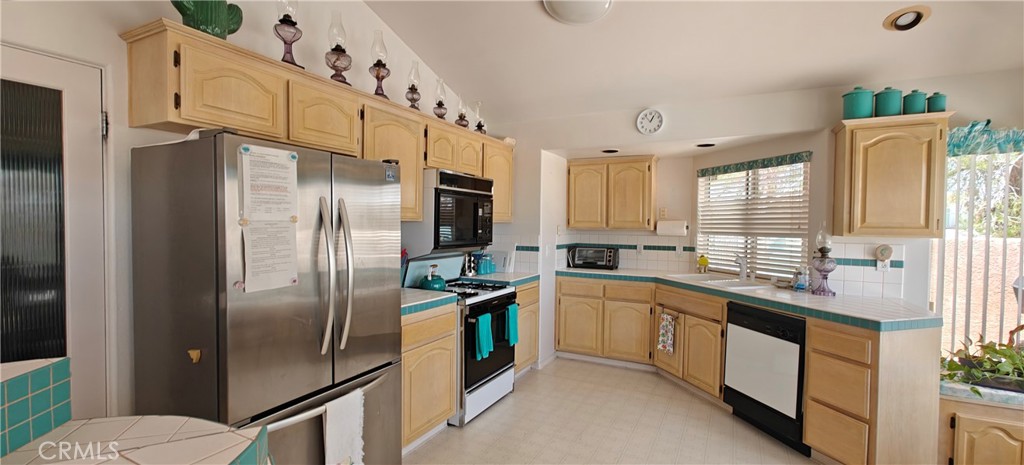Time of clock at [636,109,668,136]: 12:53
